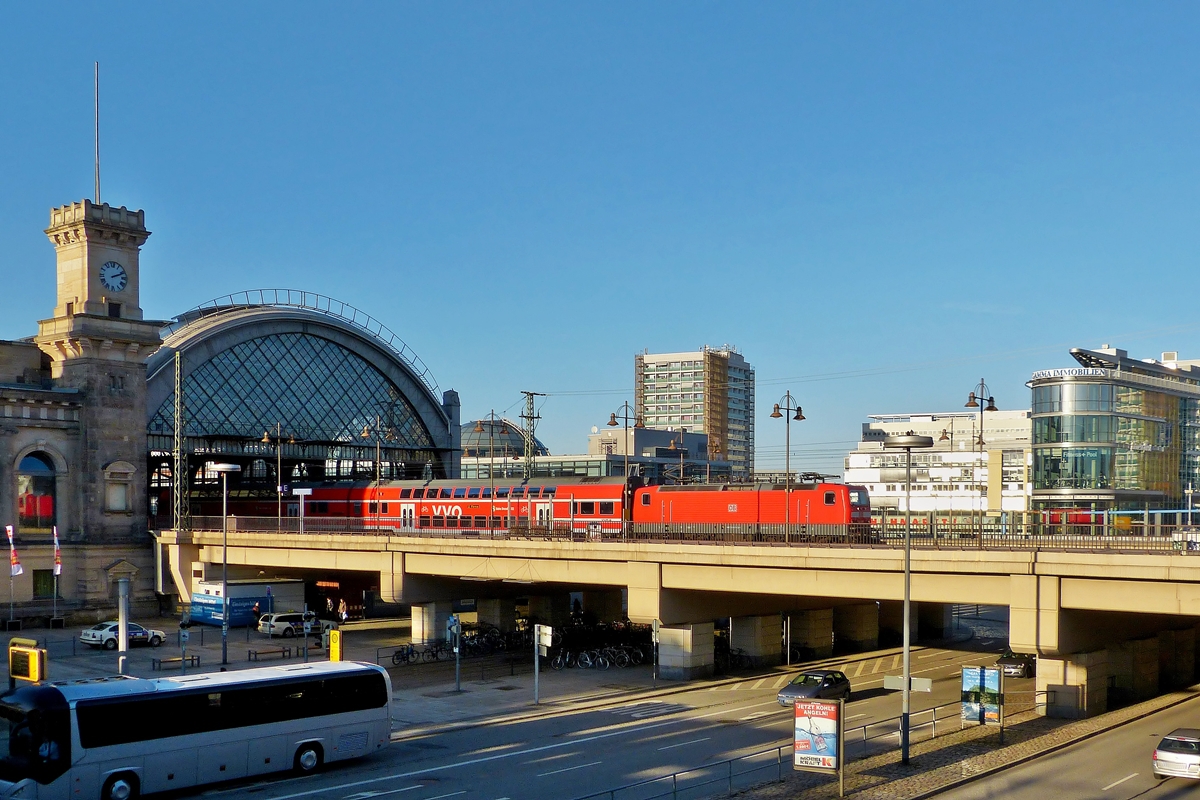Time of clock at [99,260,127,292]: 2:11
